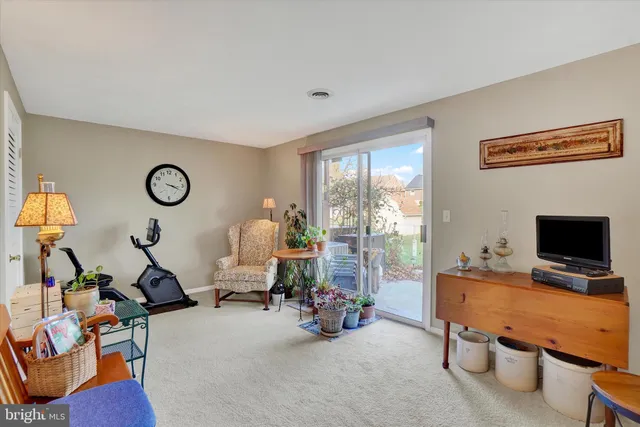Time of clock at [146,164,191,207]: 3:18
